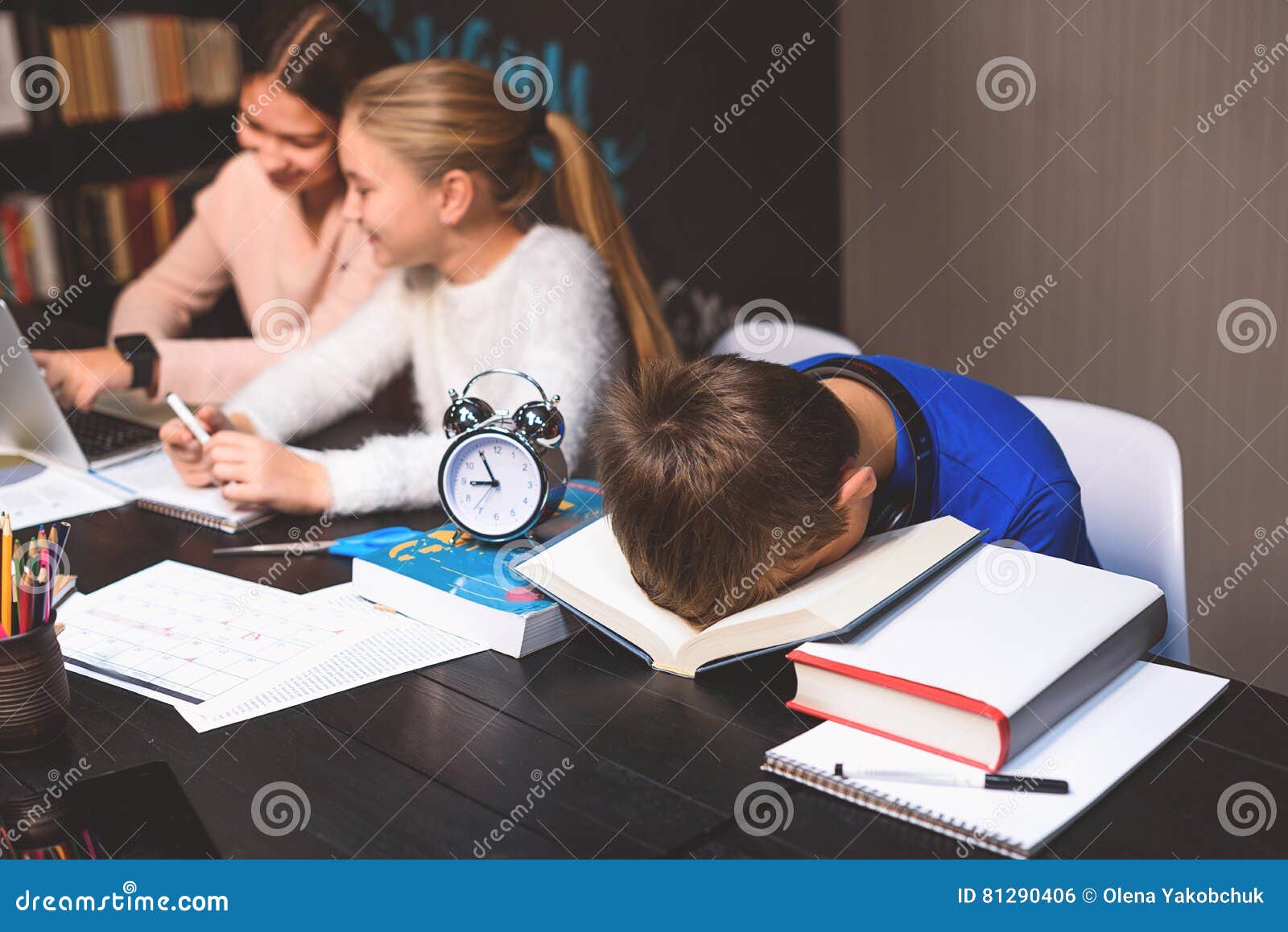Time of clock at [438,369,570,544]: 8:55
